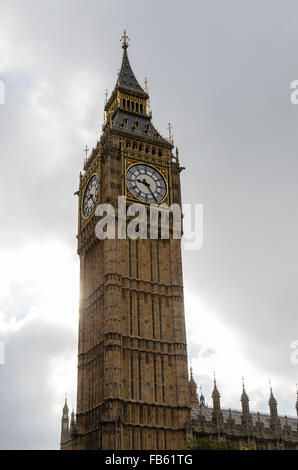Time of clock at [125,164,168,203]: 9:25
